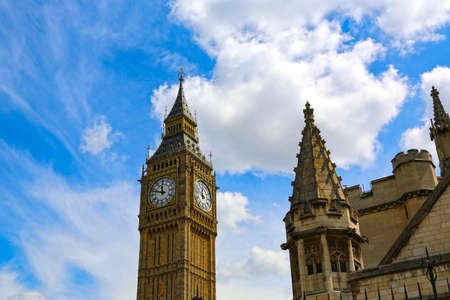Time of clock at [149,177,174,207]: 11:47
